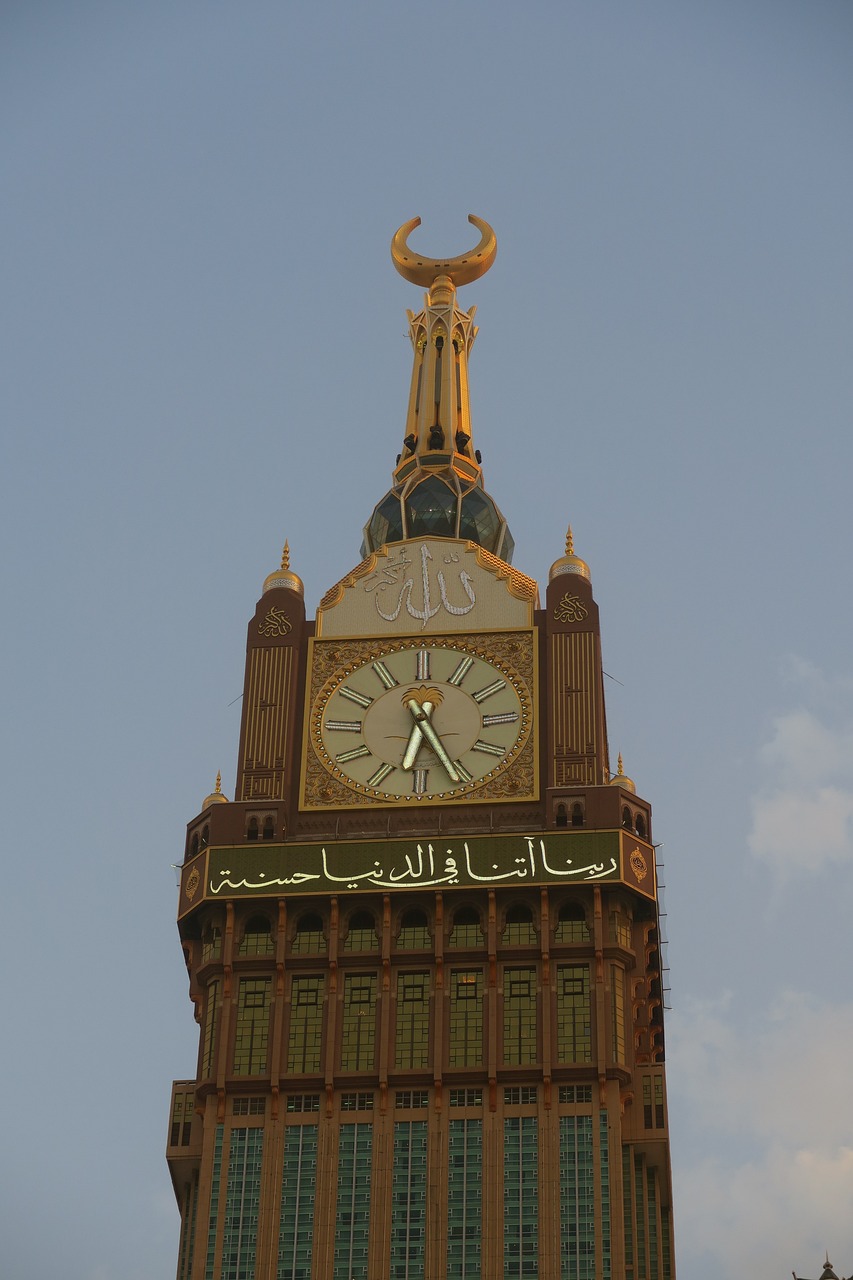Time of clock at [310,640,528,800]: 6:26
